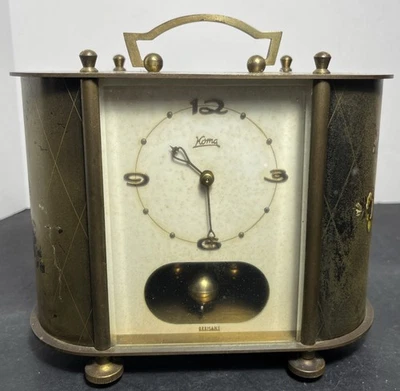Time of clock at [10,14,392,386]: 10:28
